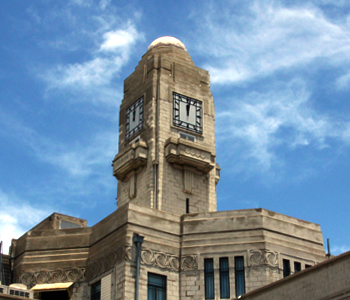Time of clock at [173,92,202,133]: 12:01
